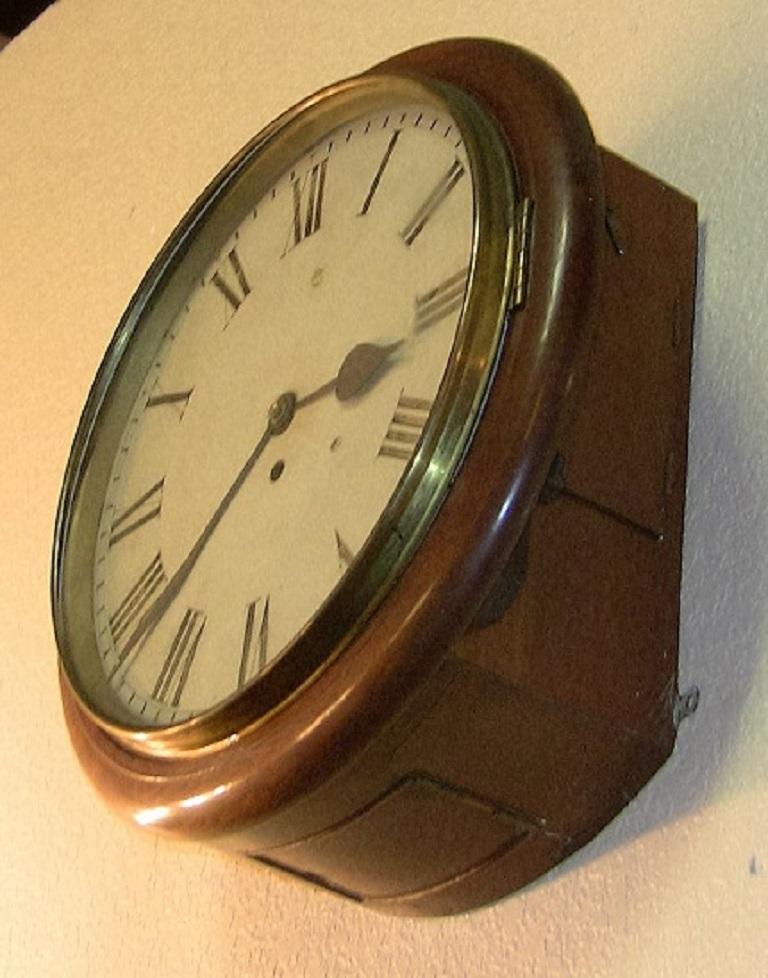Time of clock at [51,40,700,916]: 2:38
